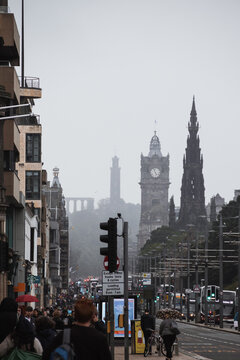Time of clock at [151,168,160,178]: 4:57
